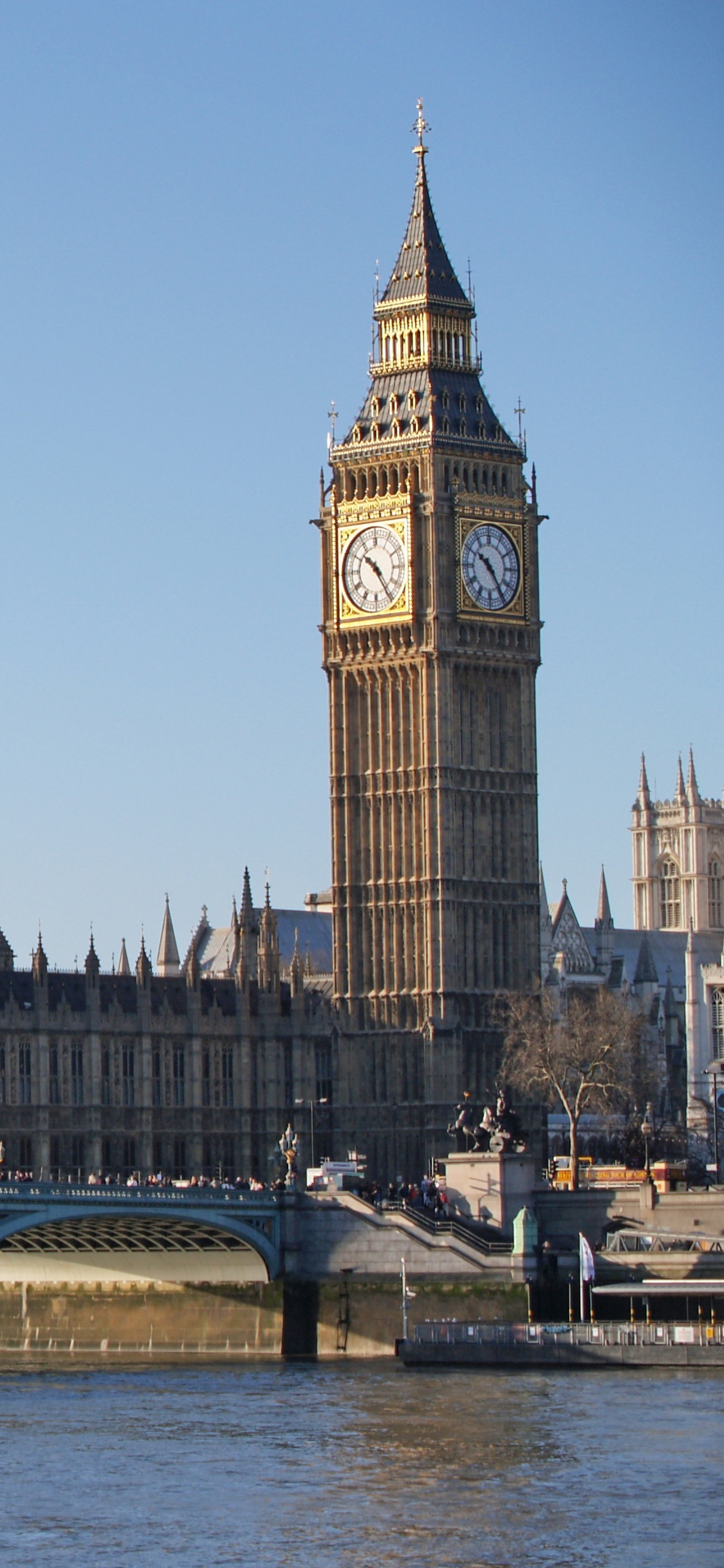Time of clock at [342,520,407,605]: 10:24
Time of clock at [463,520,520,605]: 10:24
